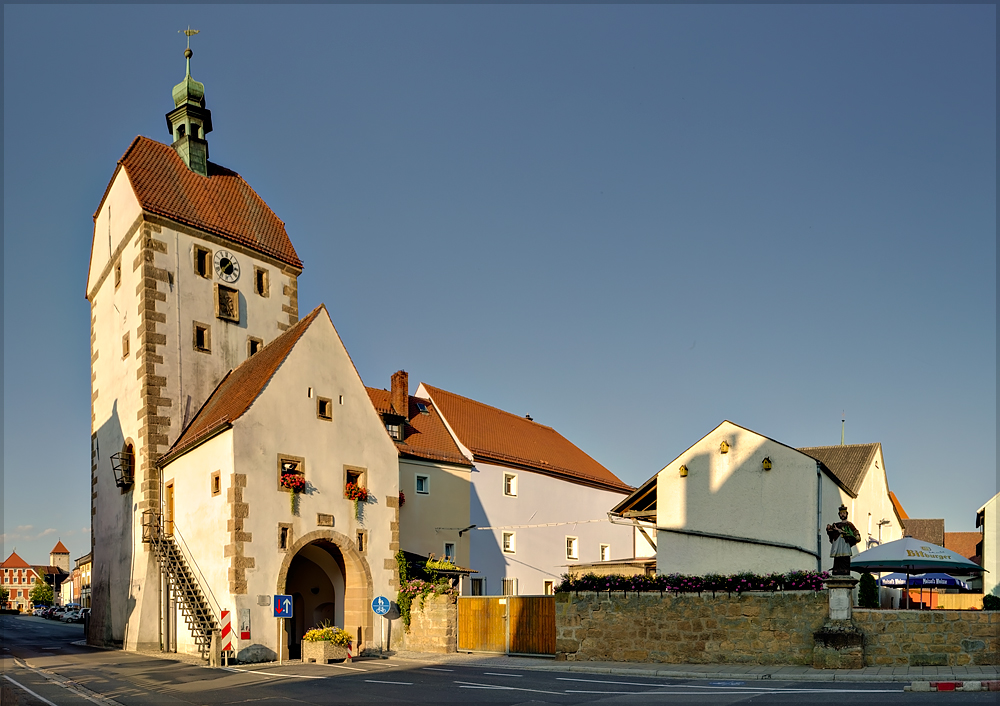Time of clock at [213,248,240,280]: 1:36
